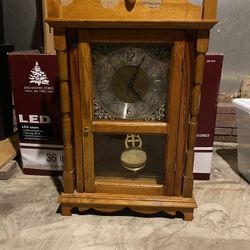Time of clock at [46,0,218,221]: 4:04
